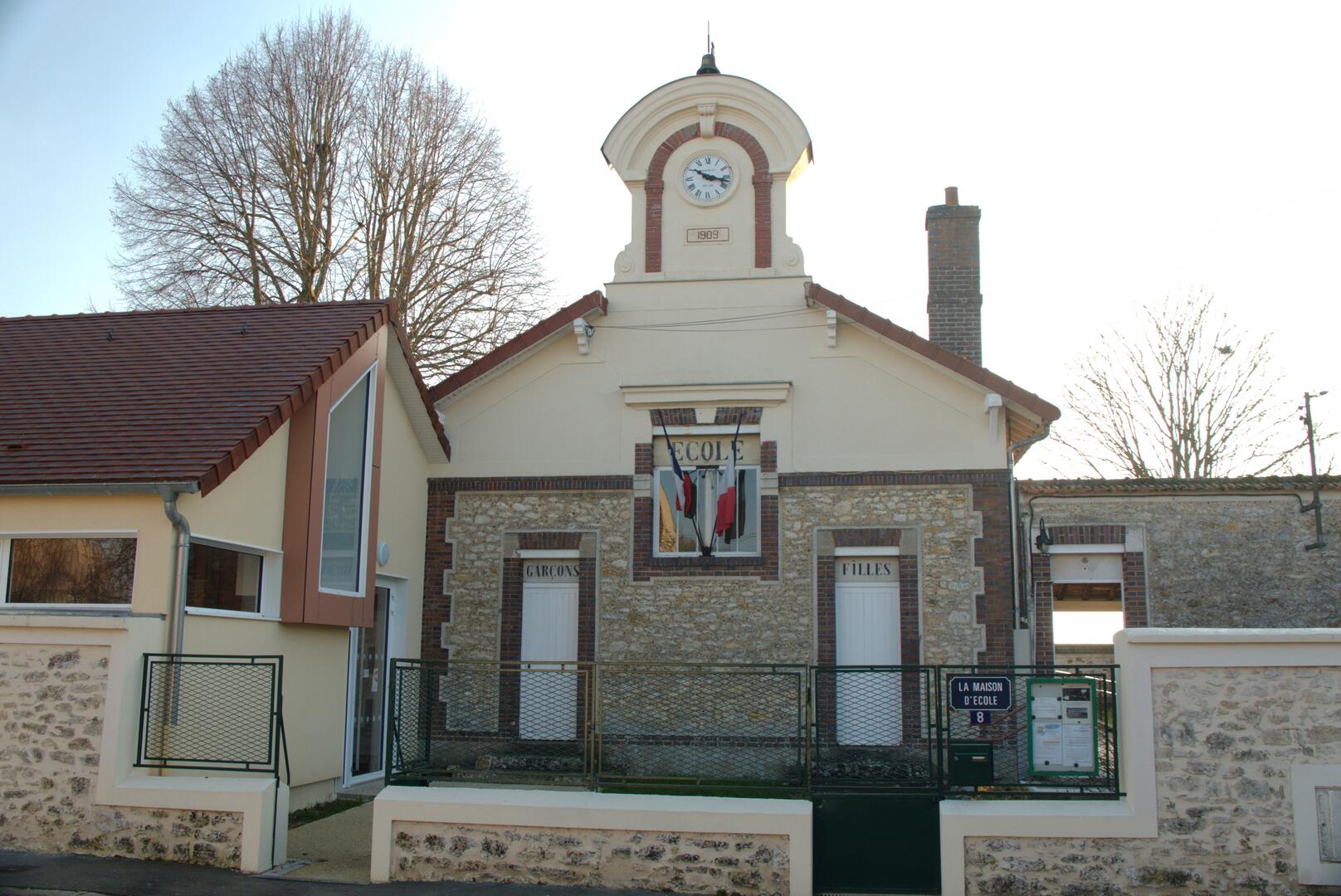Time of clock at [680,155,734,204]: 10:16
